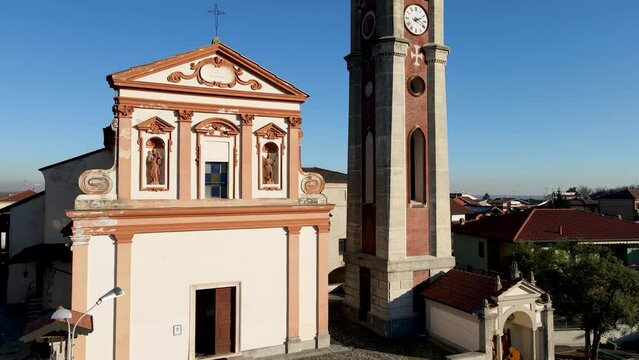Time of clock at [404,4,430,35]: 2:19
